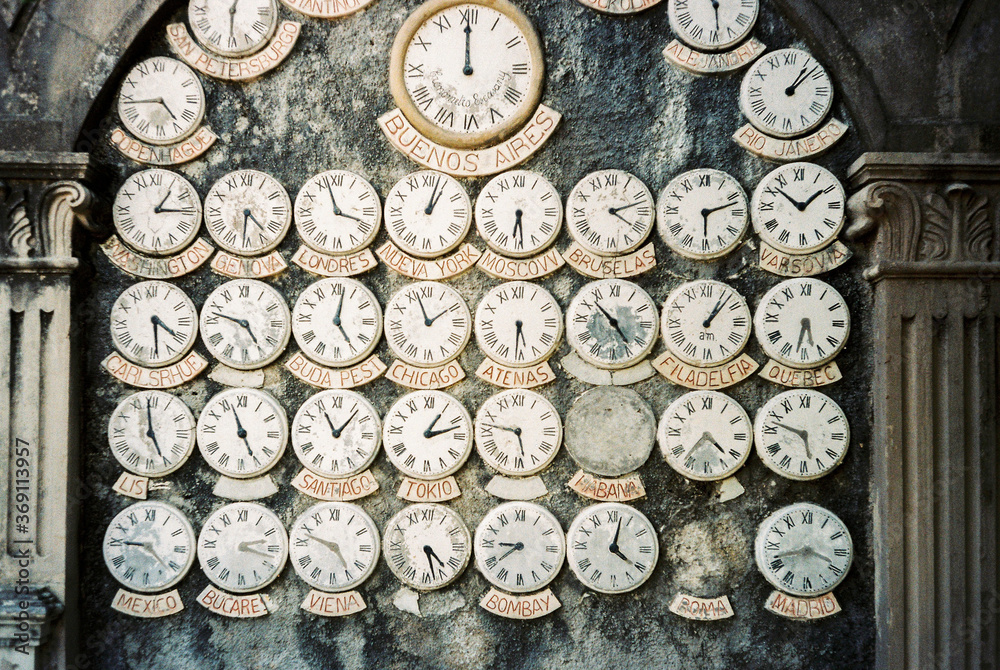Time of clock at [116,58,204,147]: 4:43
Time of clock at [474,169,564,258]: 6:29
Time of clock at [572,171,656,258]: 4:12
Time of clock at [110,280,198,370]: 4:29
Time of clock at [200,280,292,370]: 4:47
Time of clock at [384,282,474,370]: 1:56
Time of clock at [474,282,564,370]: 5:31
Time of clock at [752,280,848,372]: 5:31
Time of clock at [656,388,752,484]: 4:36
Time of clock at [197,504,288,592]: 2:17
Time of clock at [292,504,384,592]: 4:48
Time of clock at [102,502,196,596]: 9:22
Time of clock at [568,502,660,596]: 4:02
